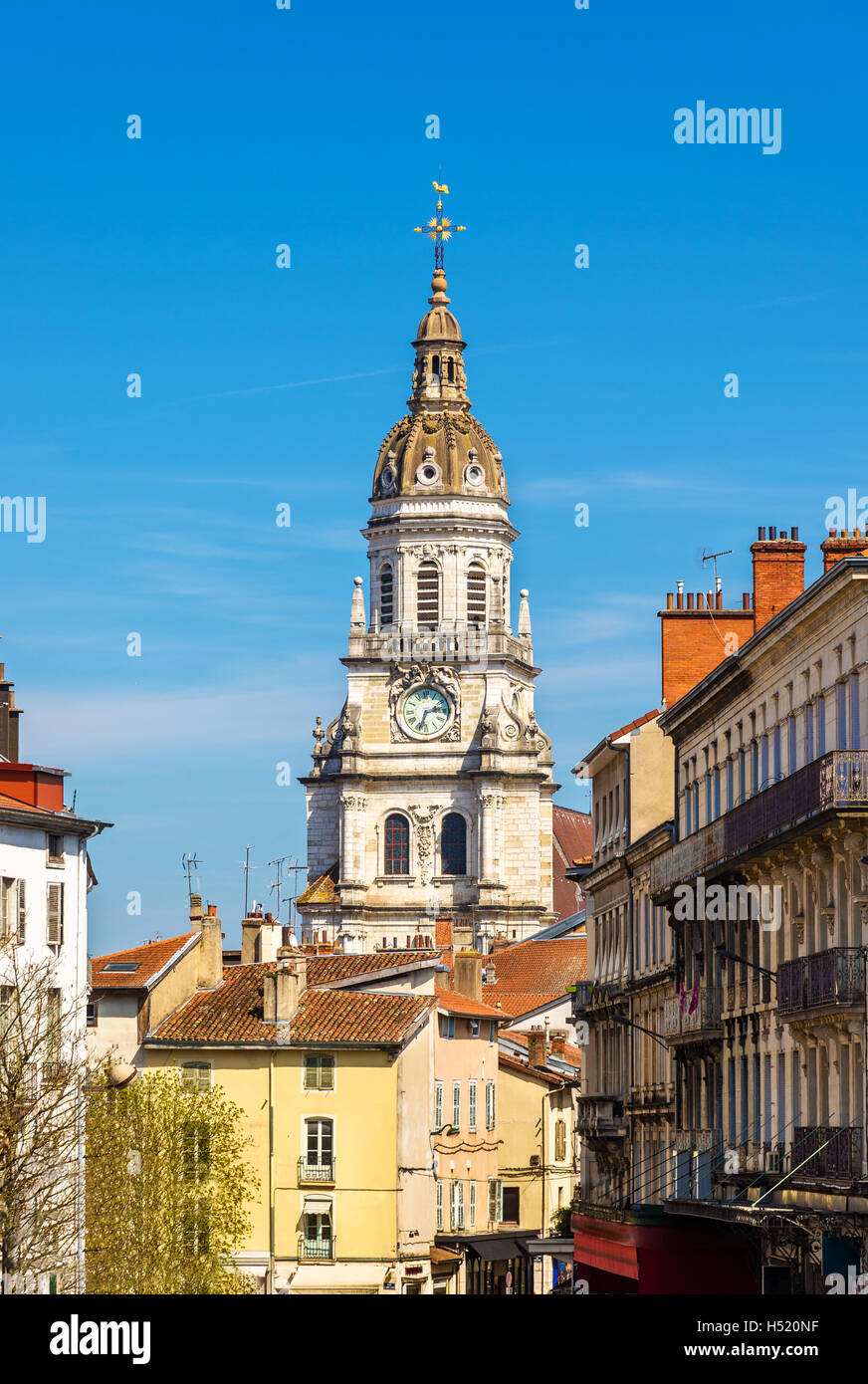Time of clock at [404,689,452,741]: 2:33
